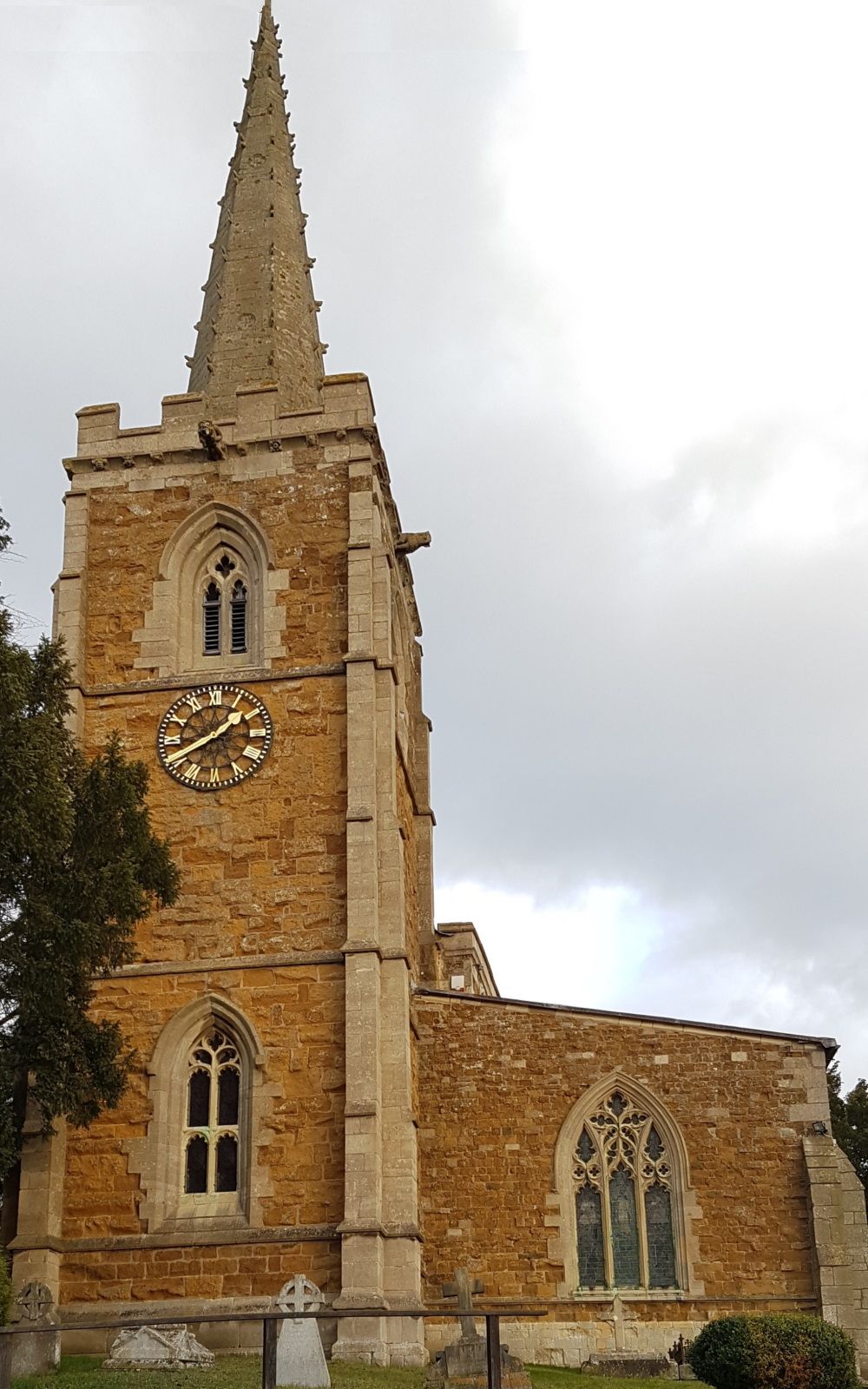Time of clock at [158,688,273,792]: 1:40
